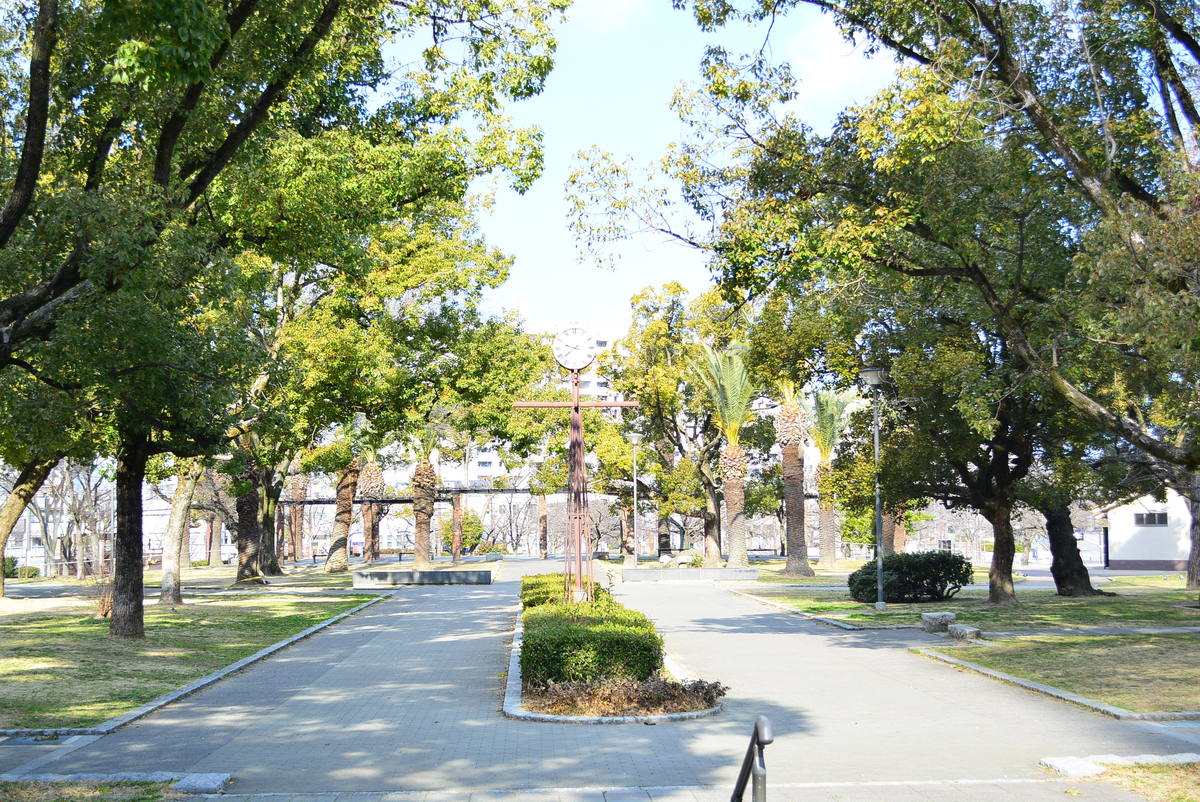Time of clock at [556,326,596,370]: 9:38
